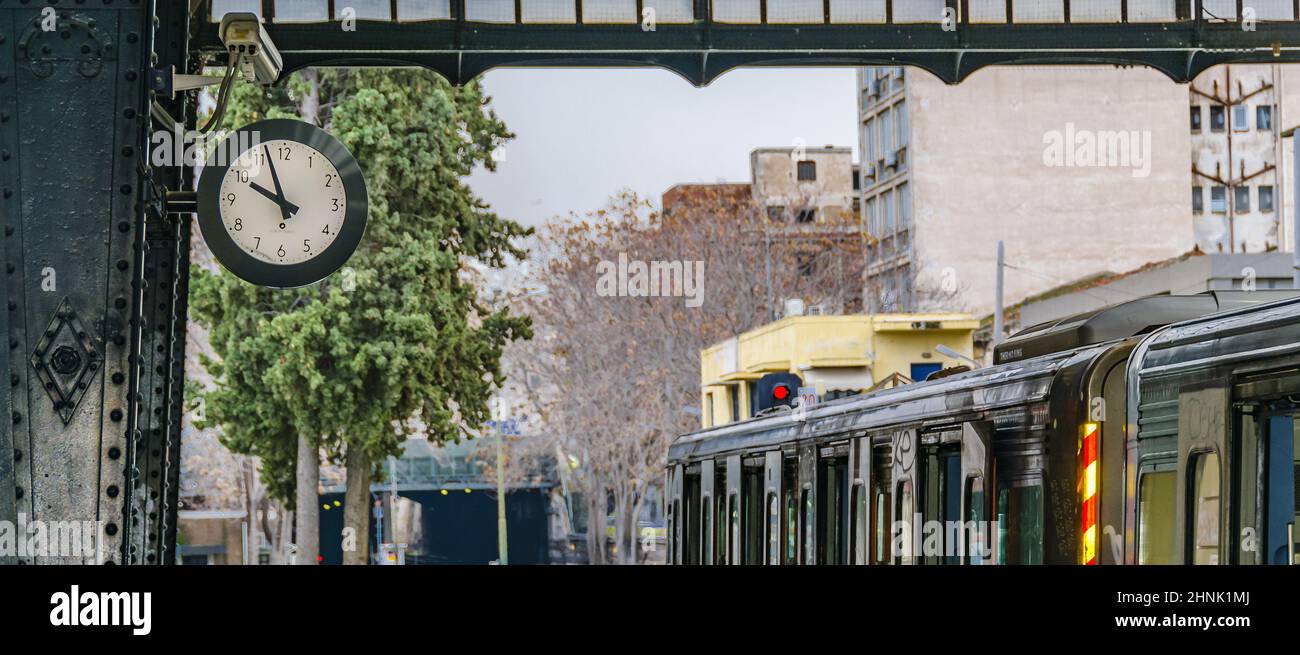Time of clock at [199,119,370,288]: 9:57
